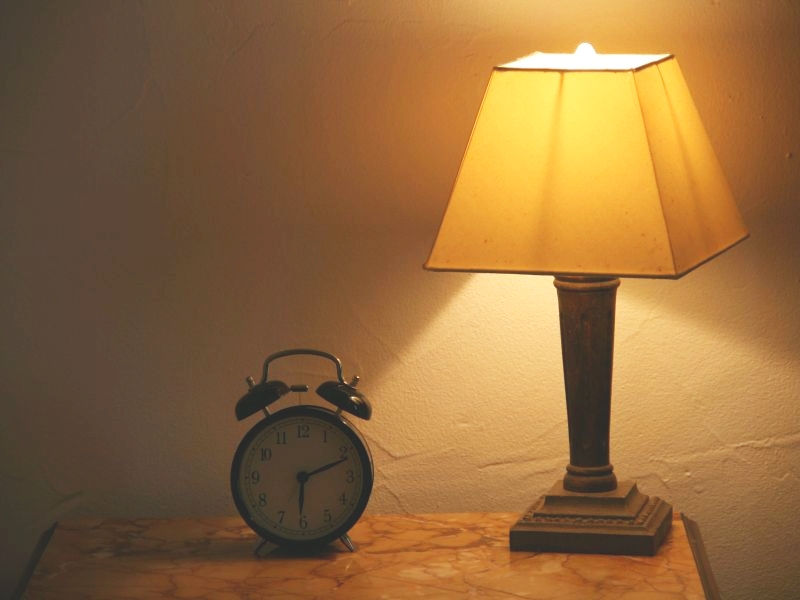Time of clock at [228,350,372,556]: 6:11
